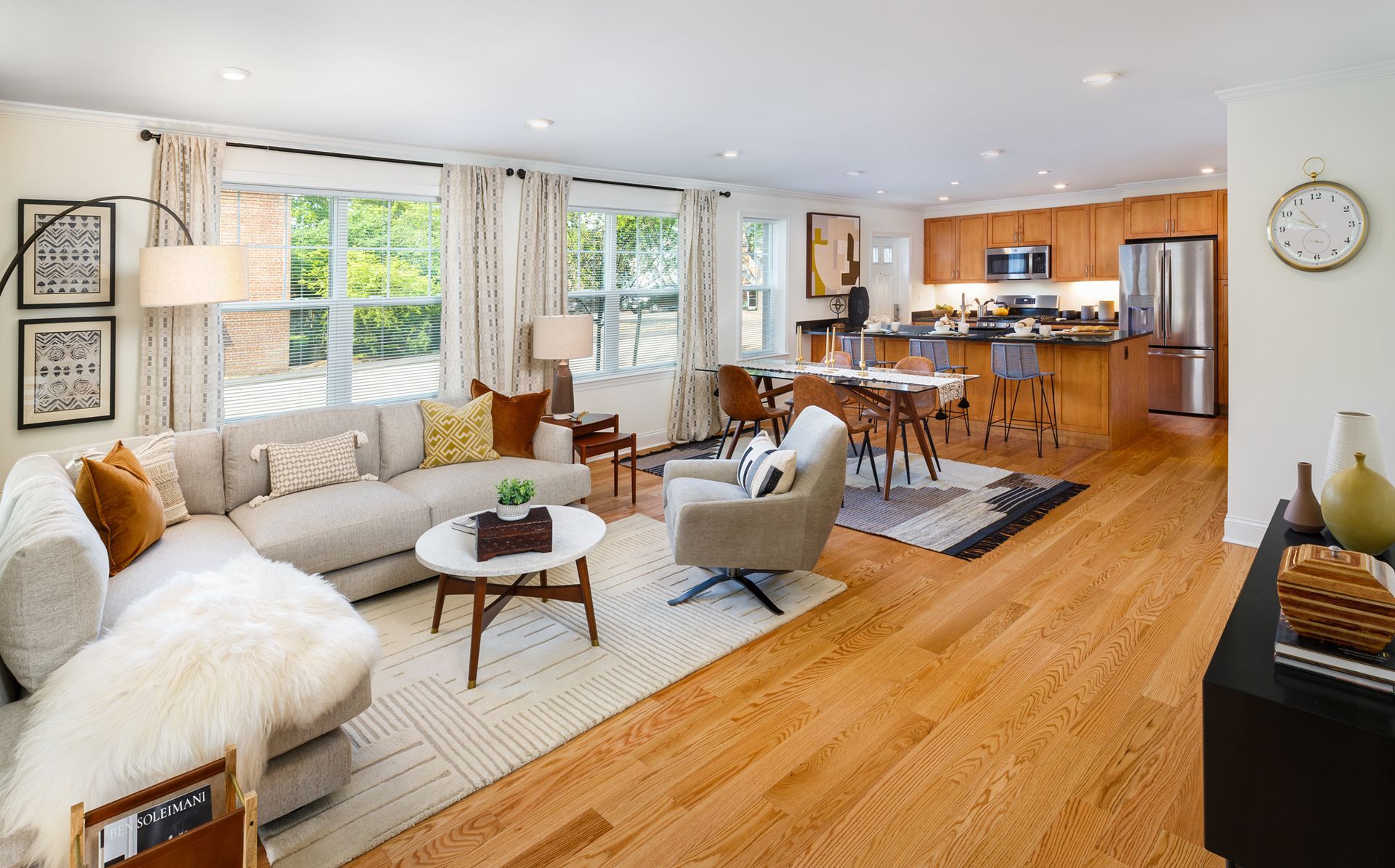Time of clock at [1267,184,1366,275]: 10:47
